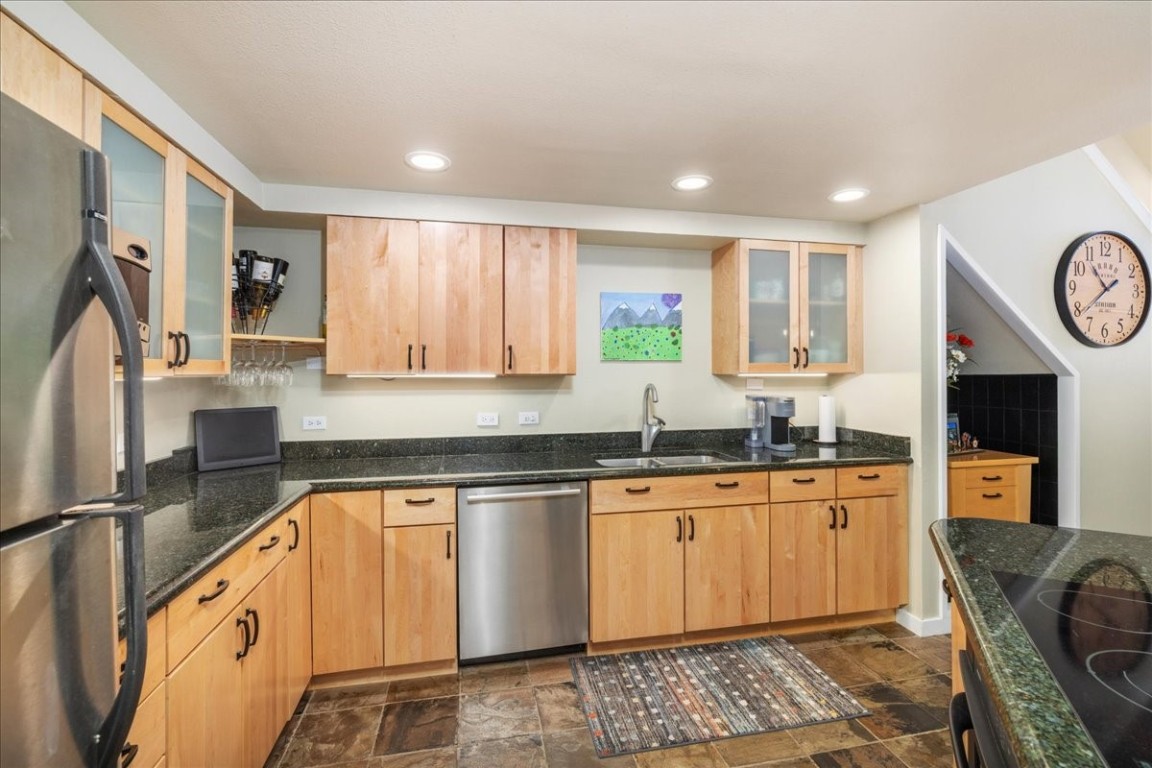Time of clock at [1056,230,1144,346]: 10:38
